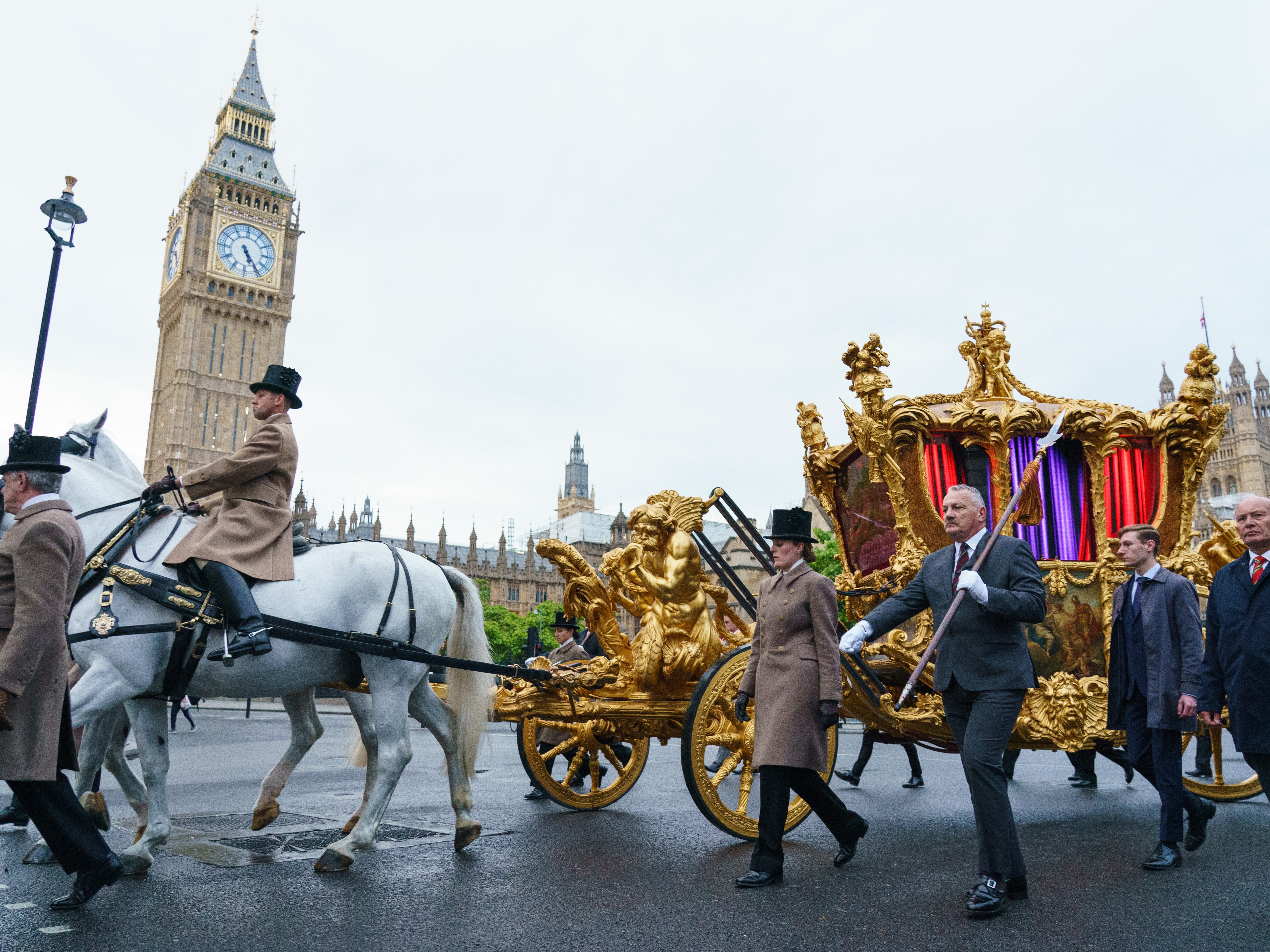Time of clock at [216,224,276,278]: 5:24
